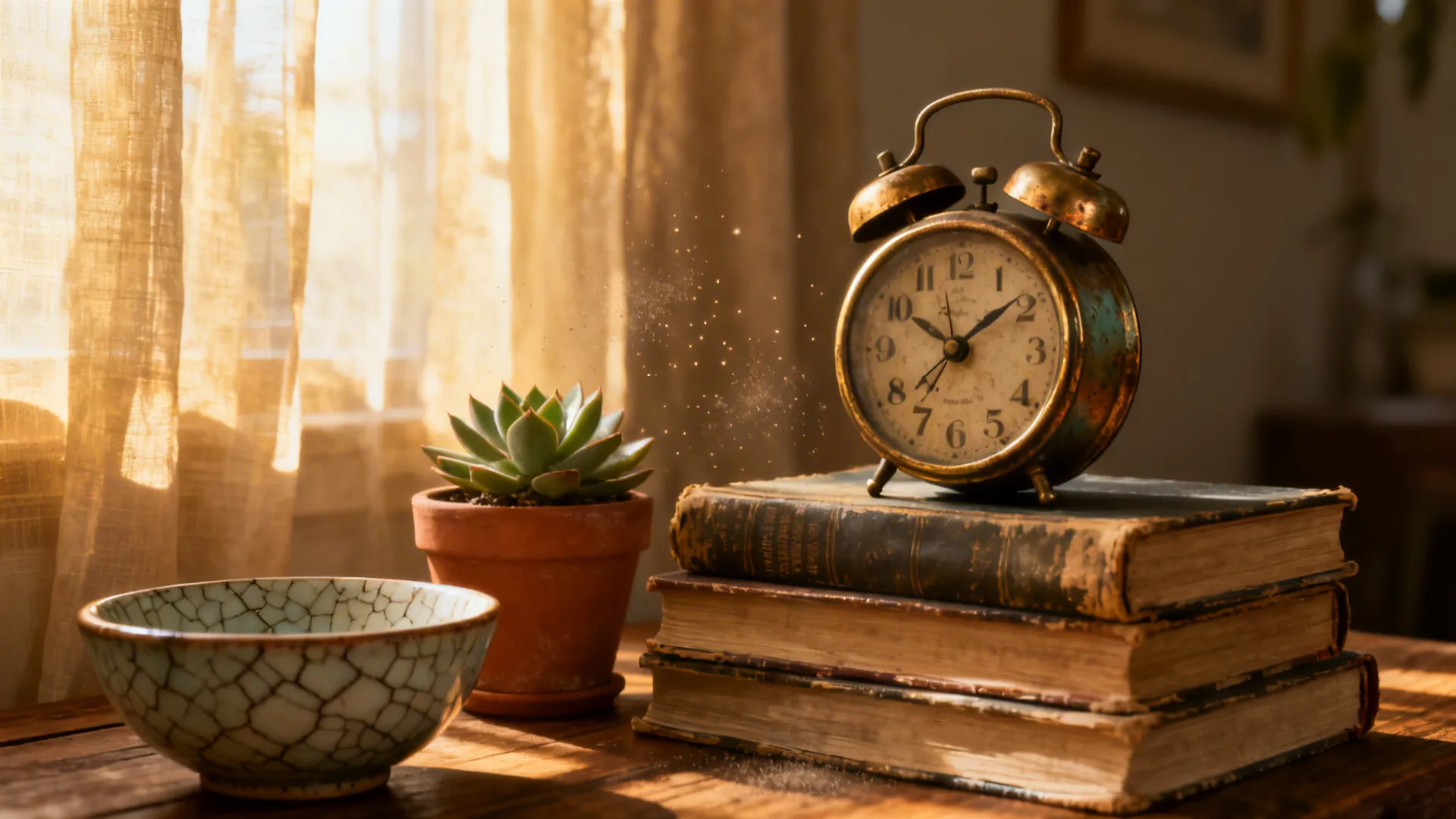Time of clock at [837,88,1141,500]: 1:50
